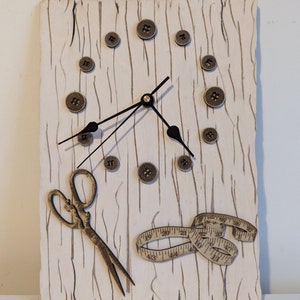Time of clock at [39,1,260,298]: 4:42
